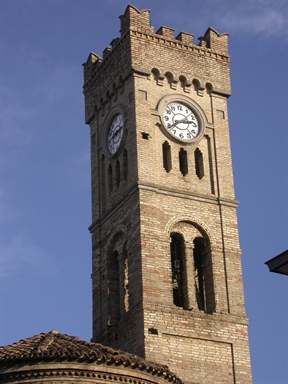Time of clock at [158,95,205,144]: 2:39
